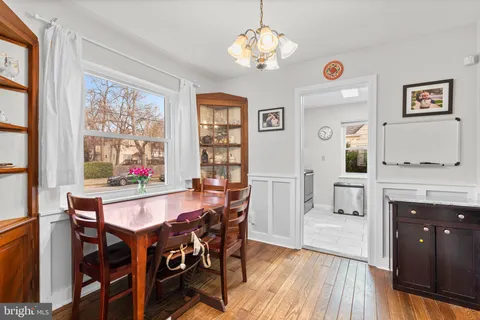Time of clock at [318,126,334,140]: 10:32
